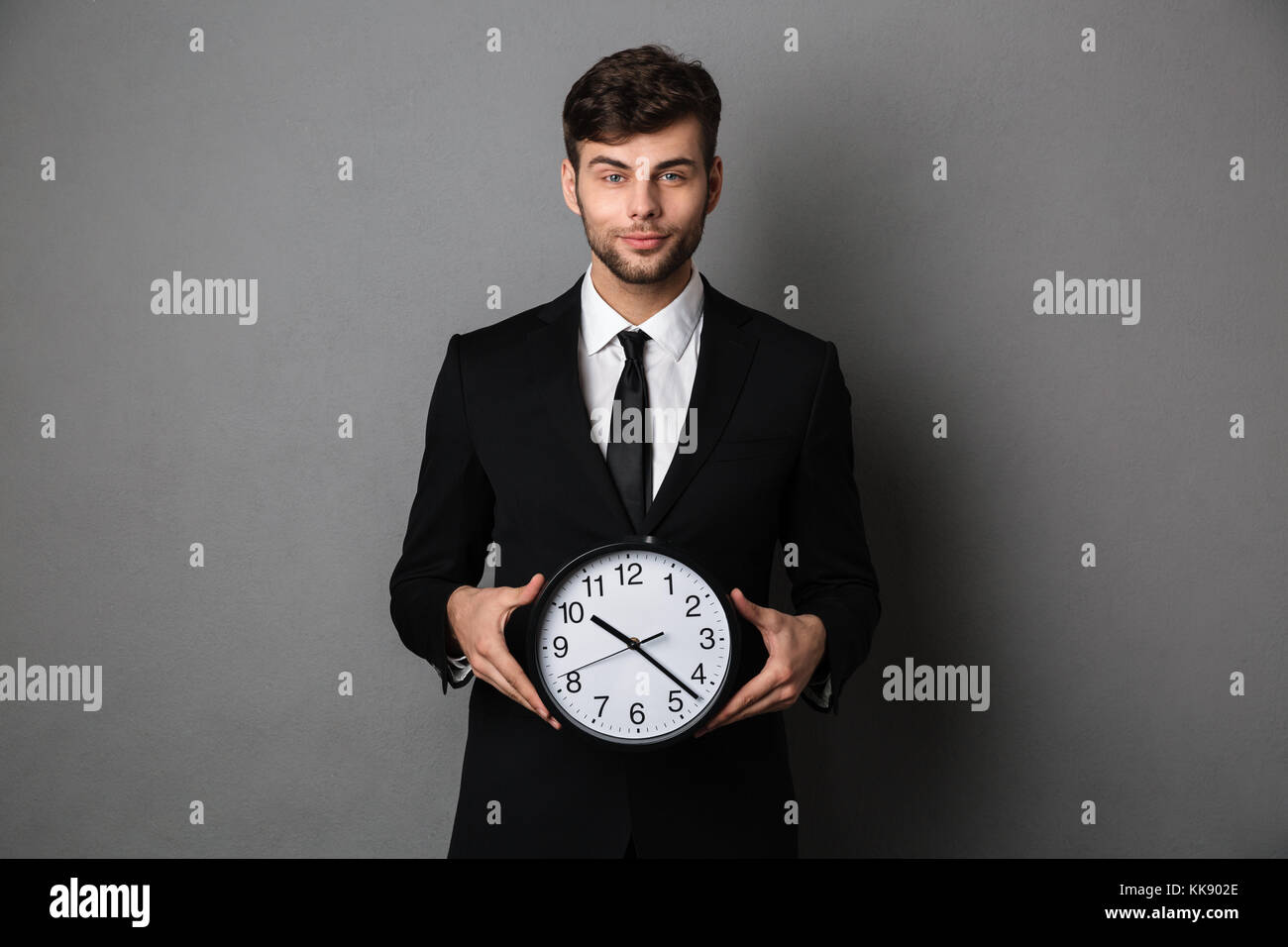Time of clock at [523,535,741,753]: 10:22
